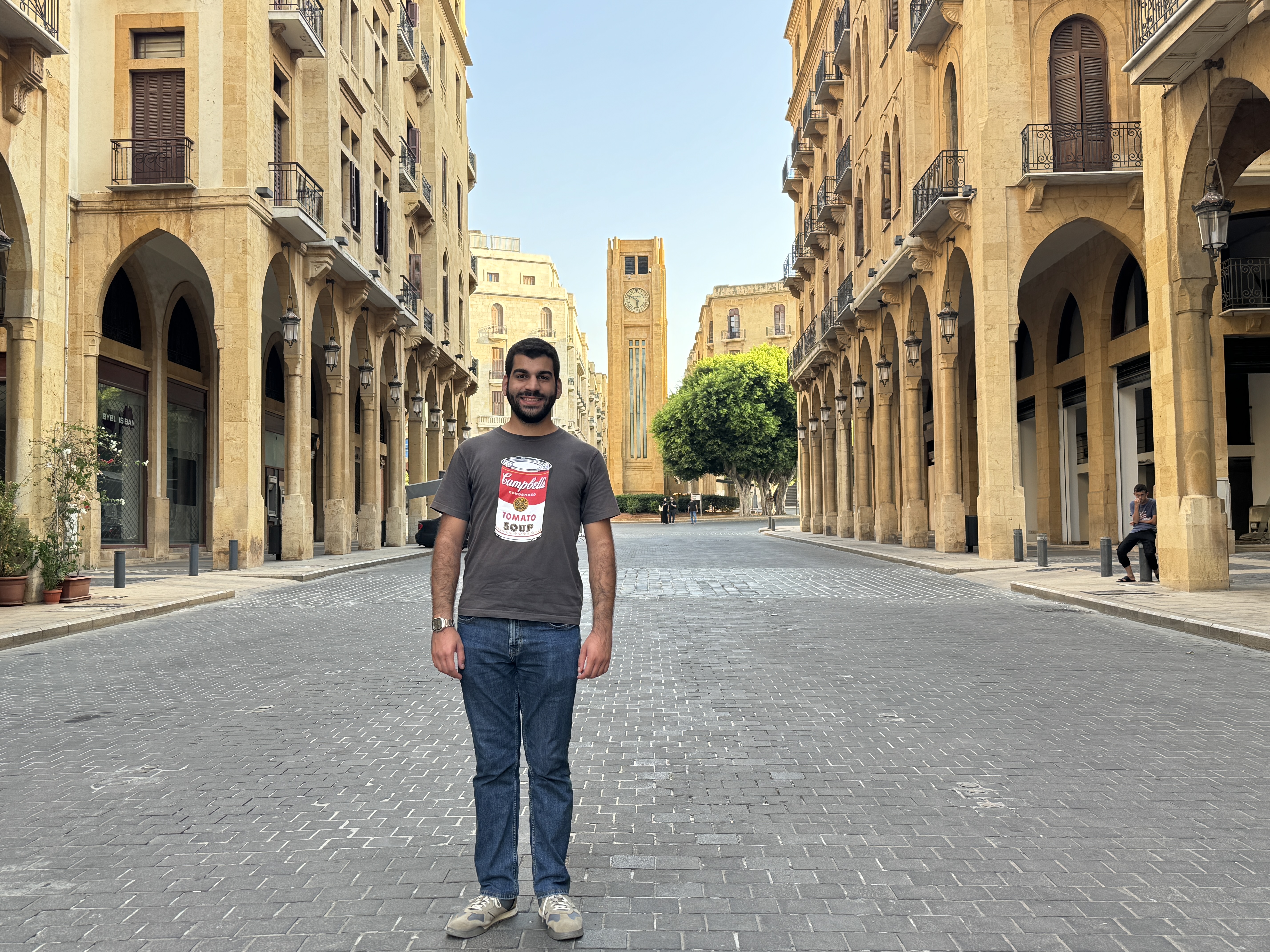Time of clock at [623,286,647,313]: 5:49
